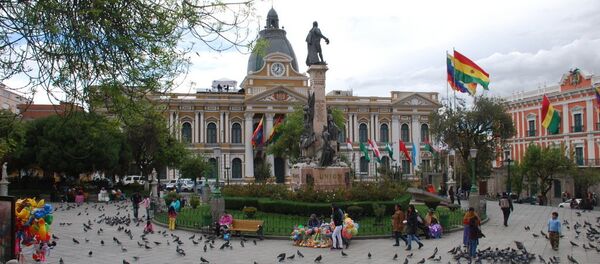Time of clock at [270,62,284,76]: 7:01
